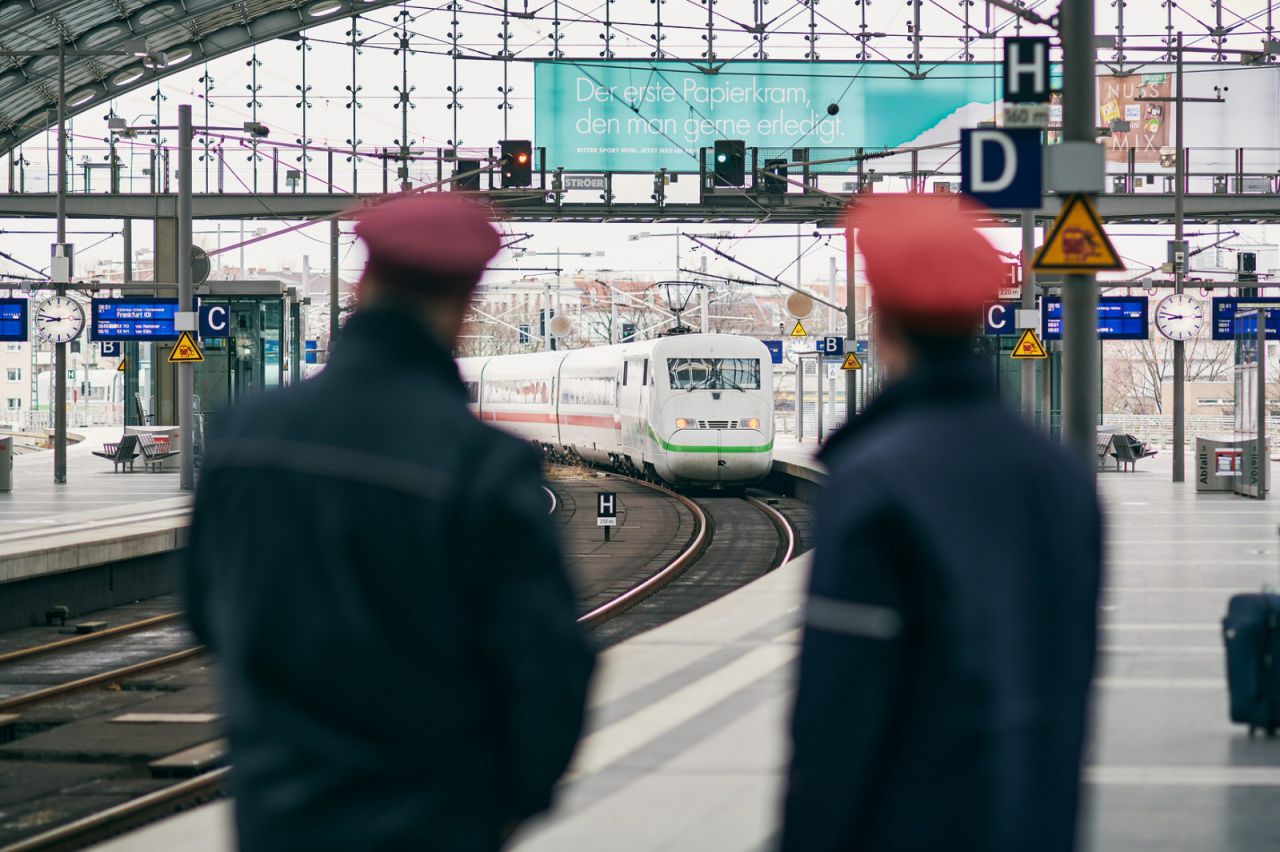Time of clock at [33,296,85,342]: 8:46
